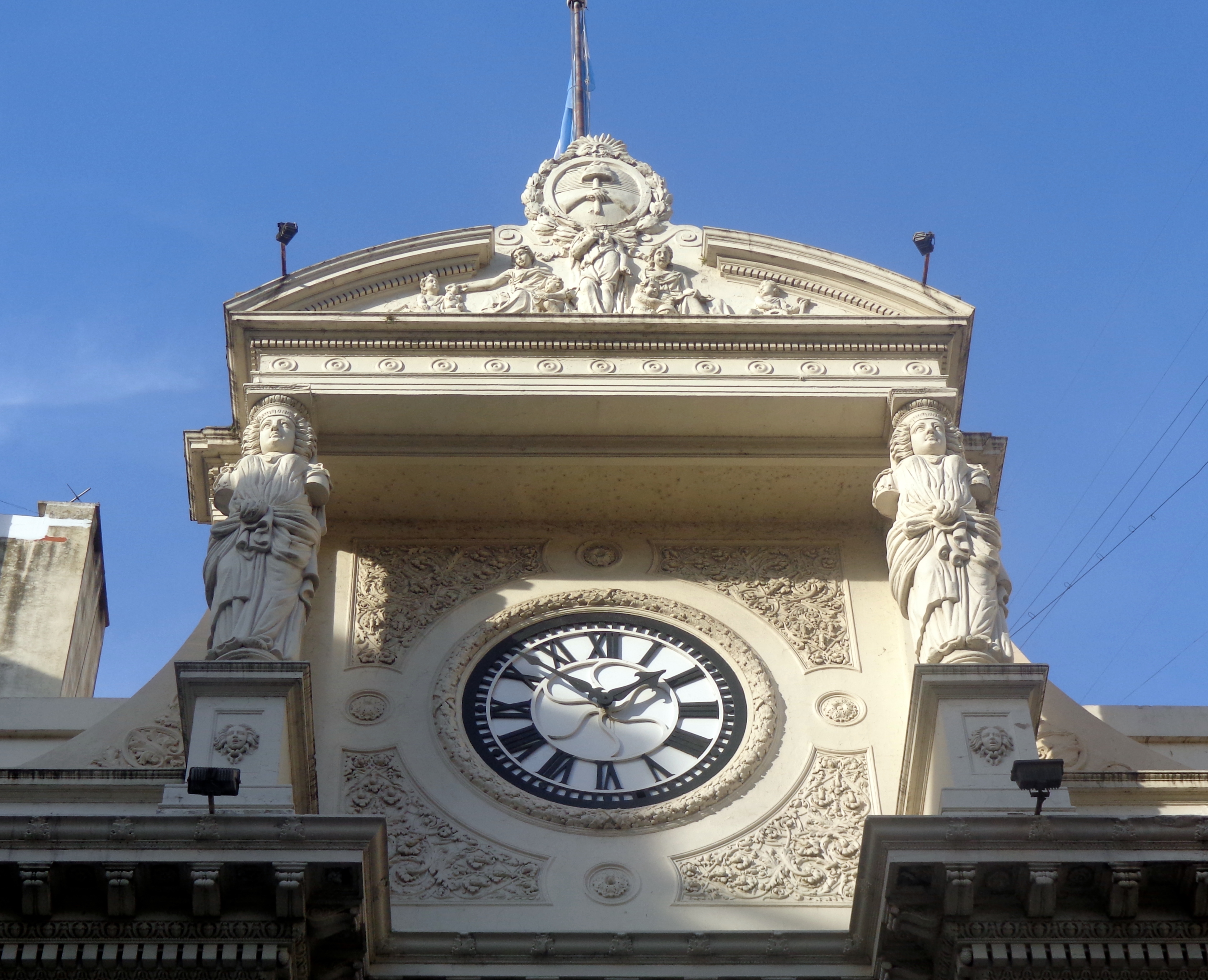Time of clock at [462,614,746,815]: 1:52
